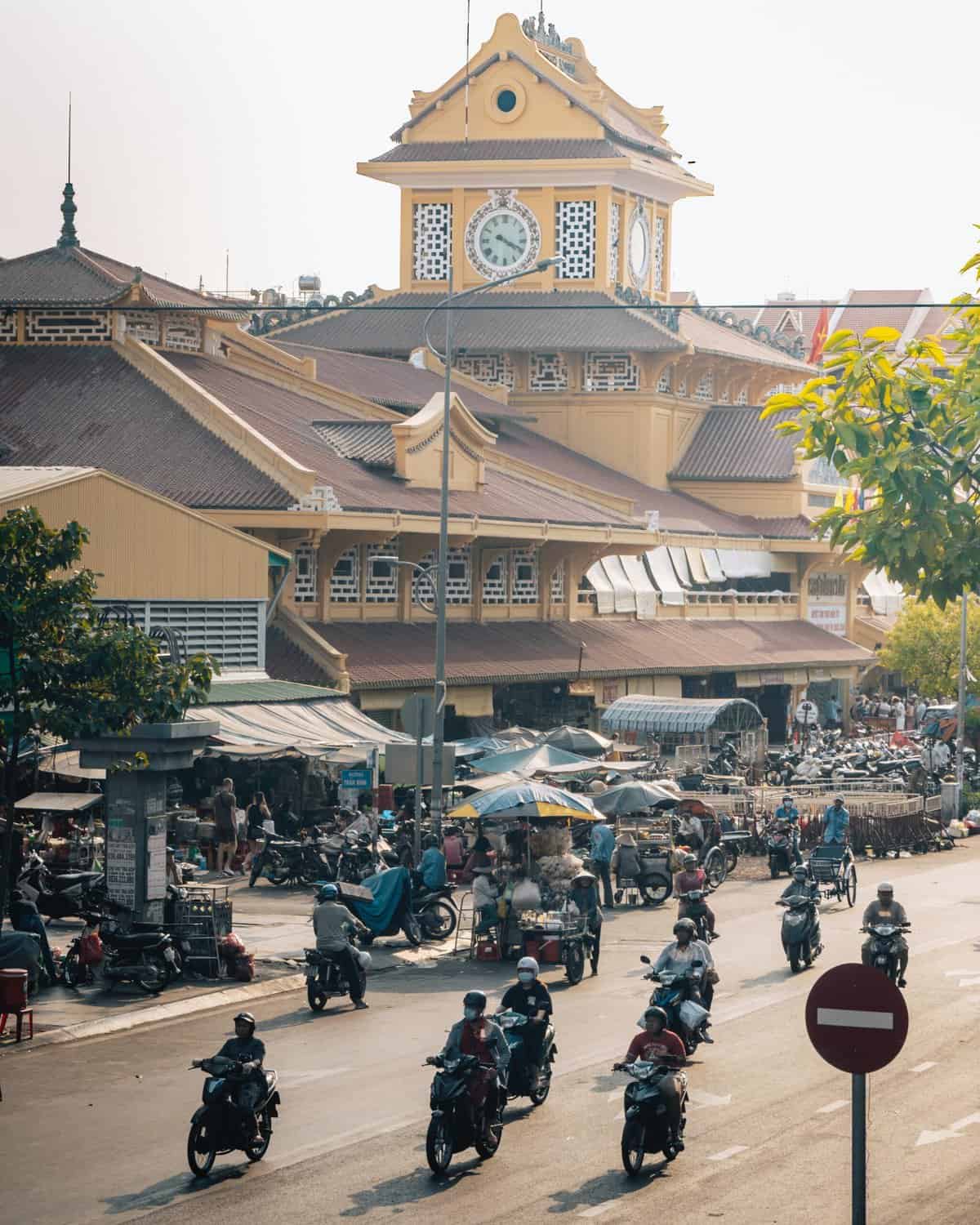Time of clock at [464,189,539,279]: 4:19
